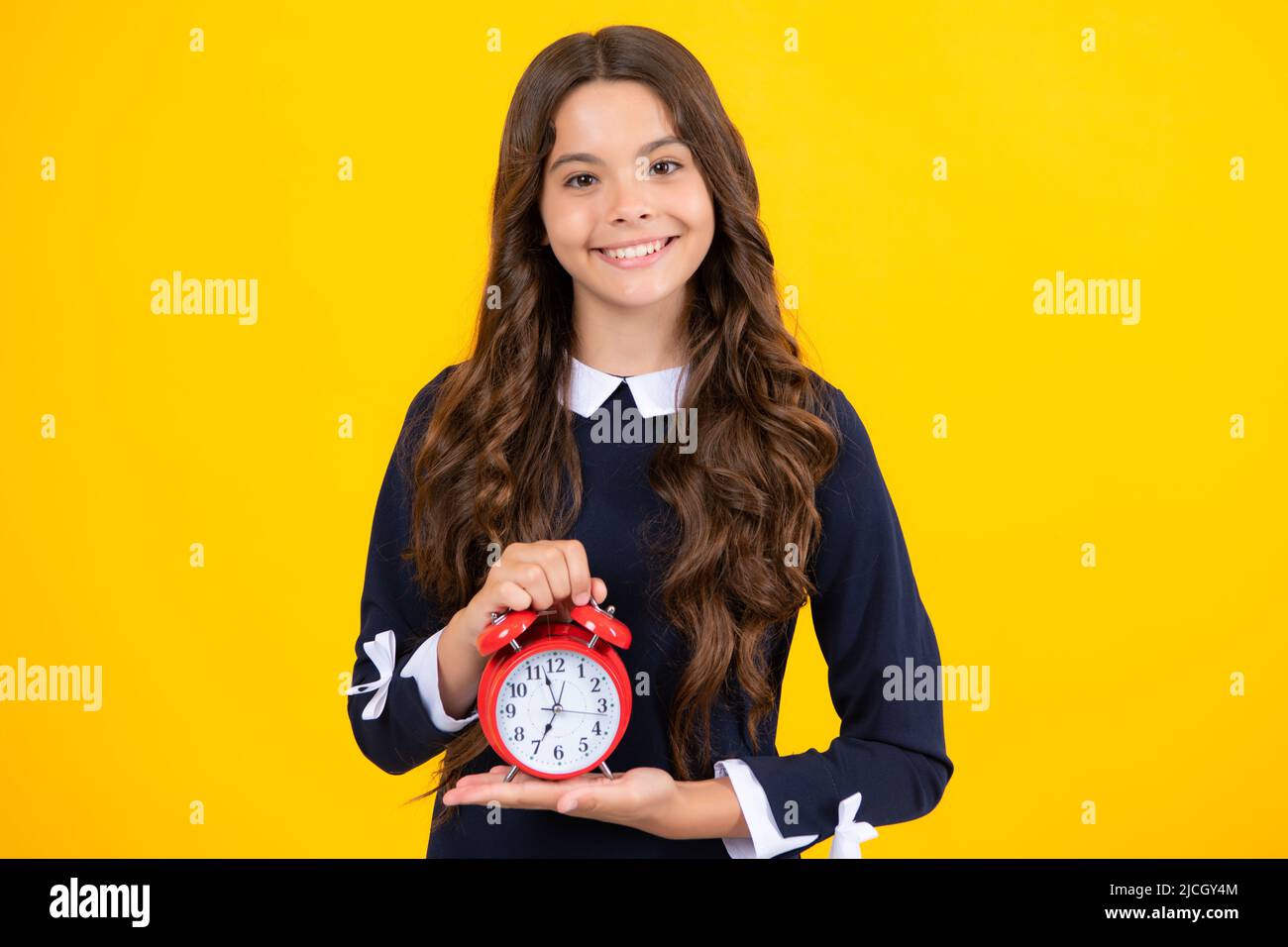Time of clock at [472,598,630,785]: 6:57
